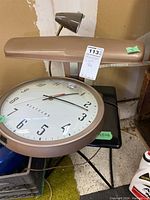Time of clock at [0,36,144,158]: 2:18
